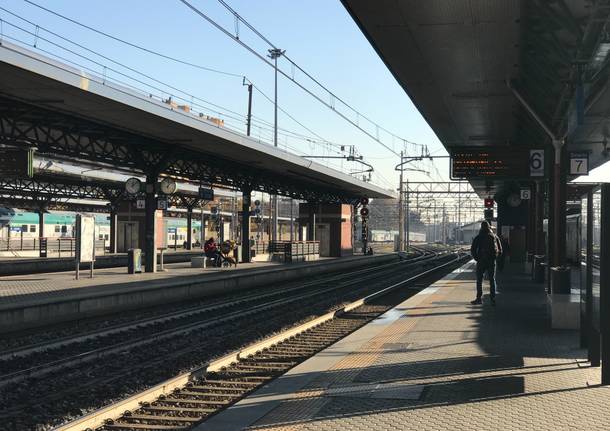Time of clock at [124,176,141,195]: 12:07
